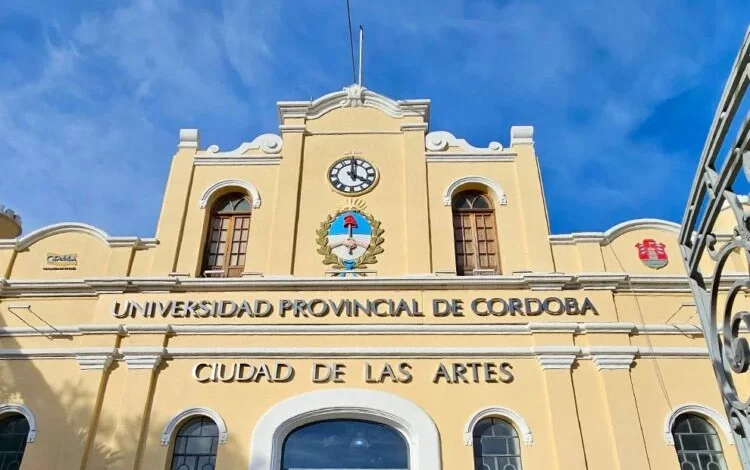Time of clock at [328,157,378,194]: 4:00
